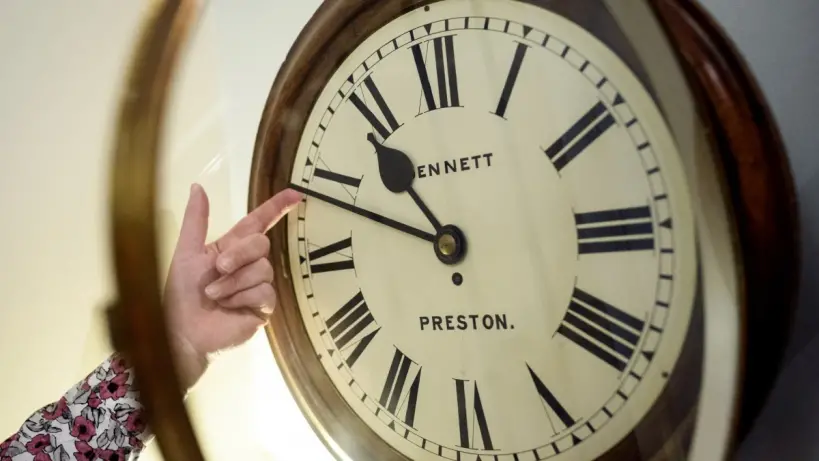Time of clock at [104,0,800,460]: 10:48
